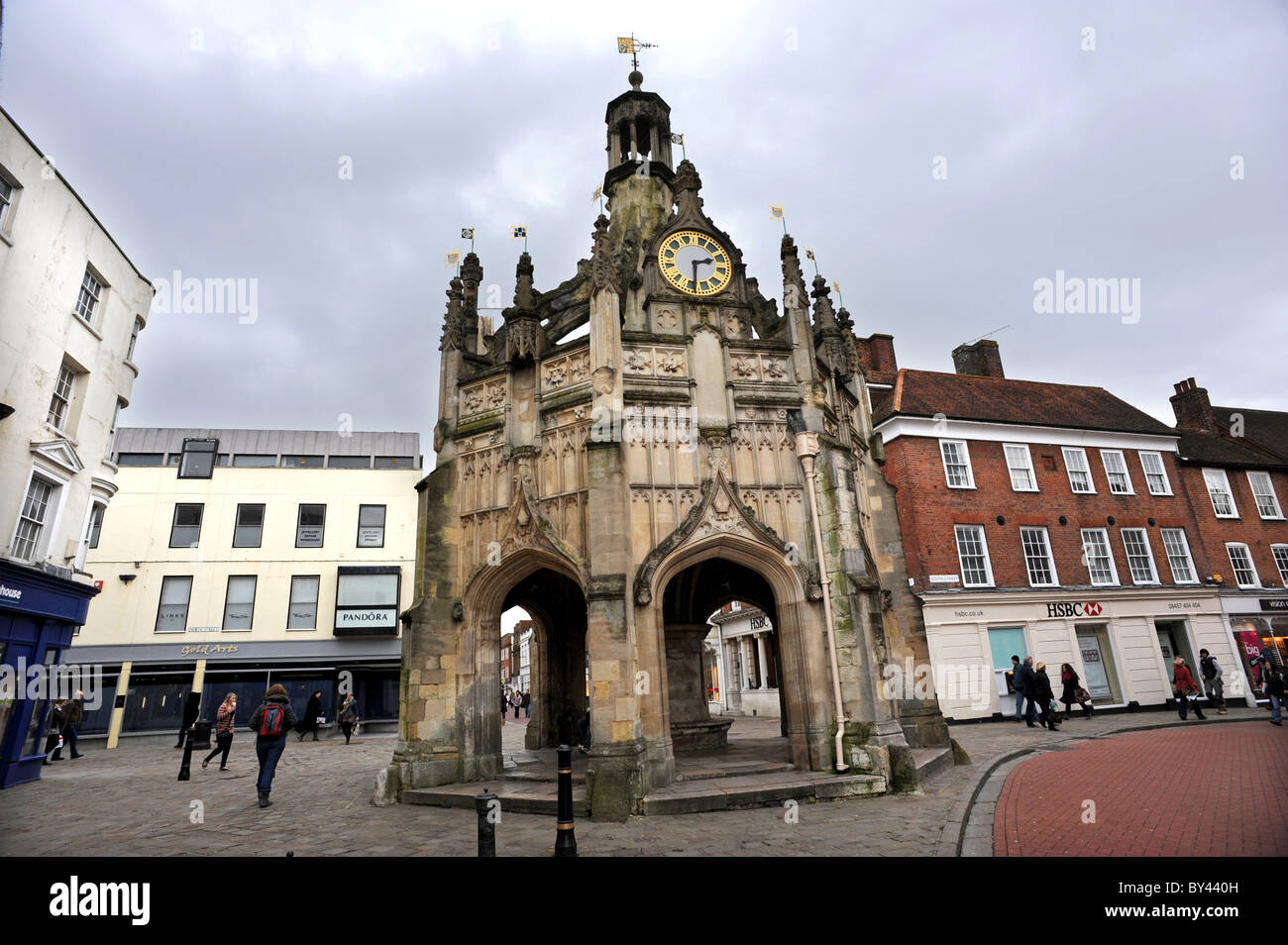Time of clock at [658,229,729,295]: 2:29
